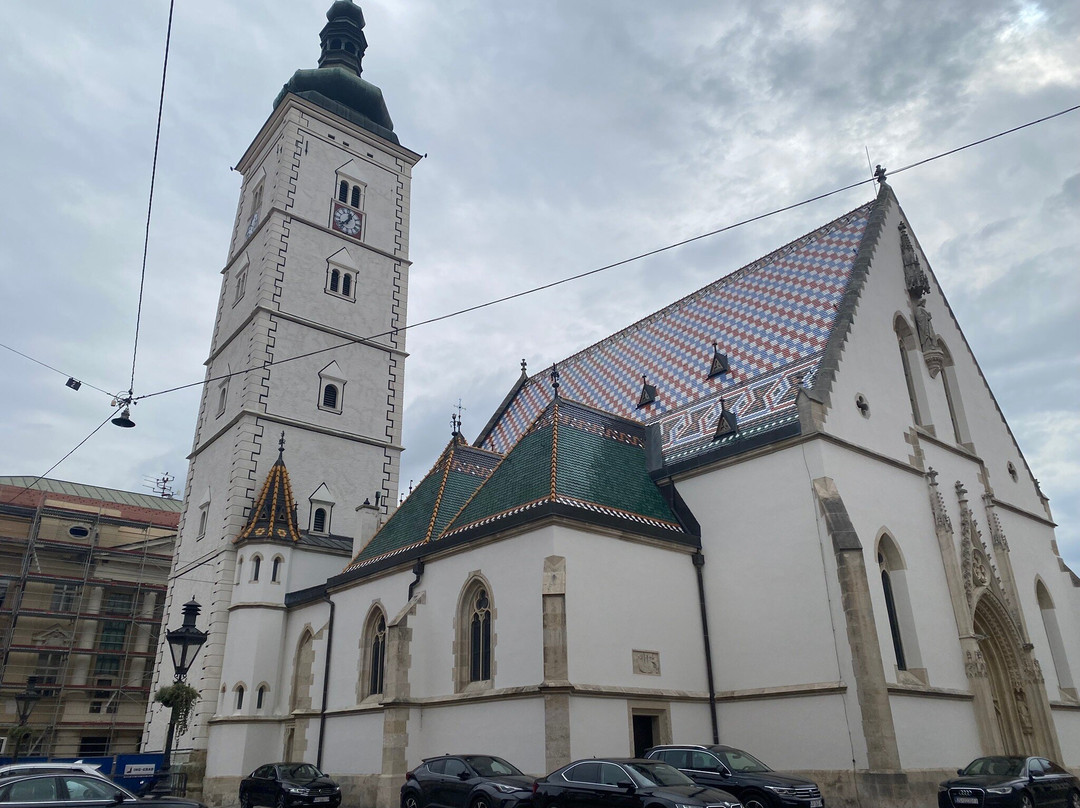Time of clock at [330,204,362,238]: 12:37
